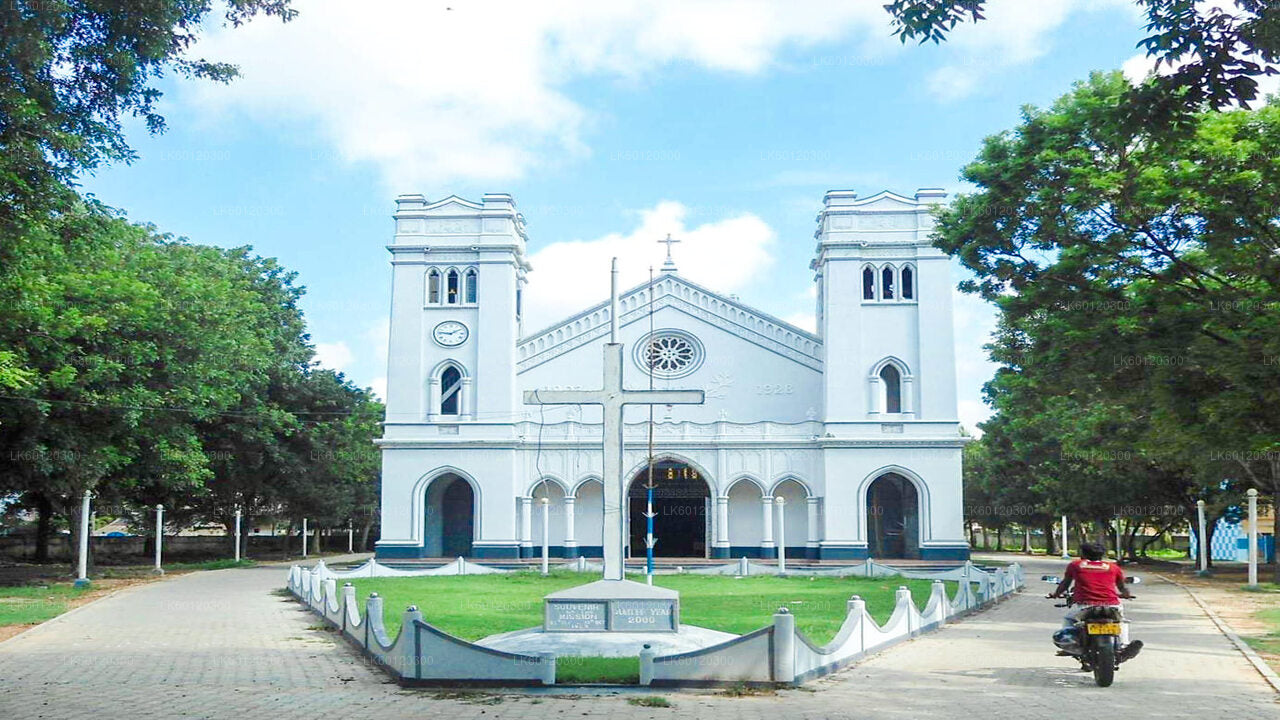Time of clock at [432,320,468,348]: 9:09
